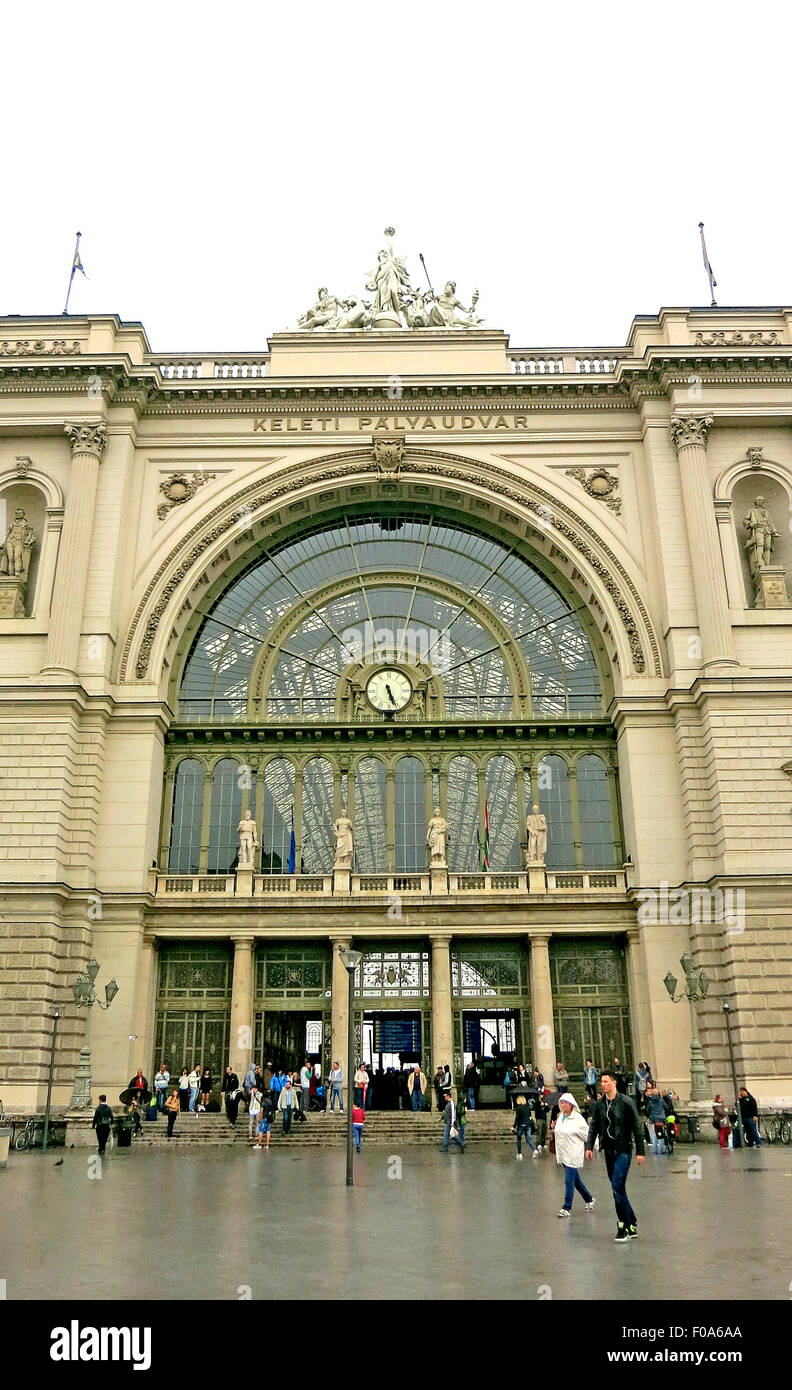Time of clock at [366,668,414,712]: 5:26
